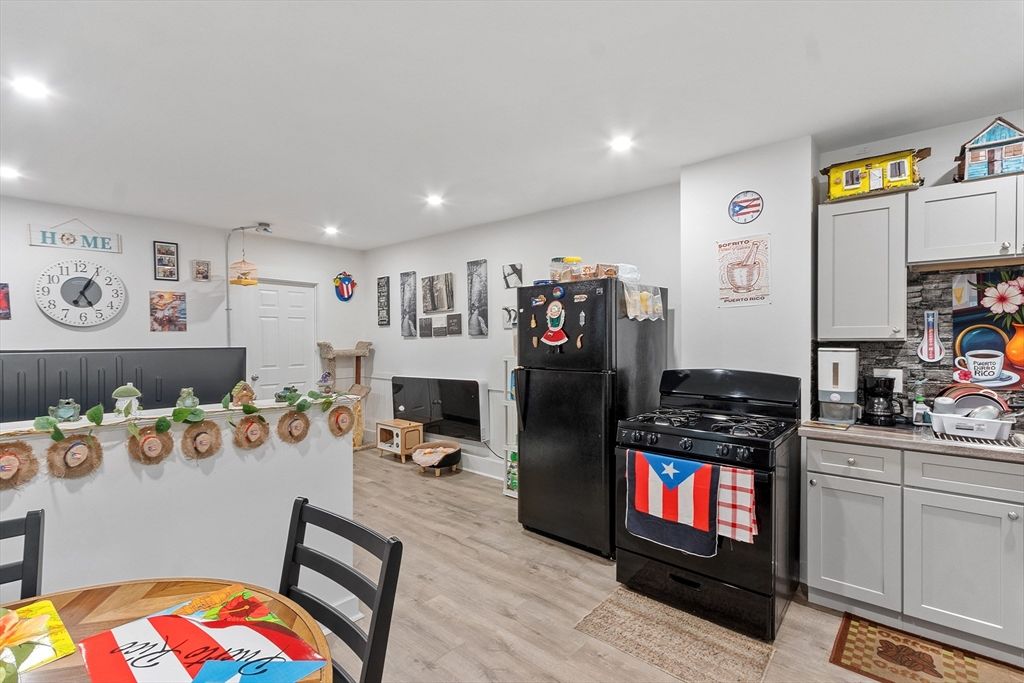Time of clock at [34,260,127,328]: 5:05
